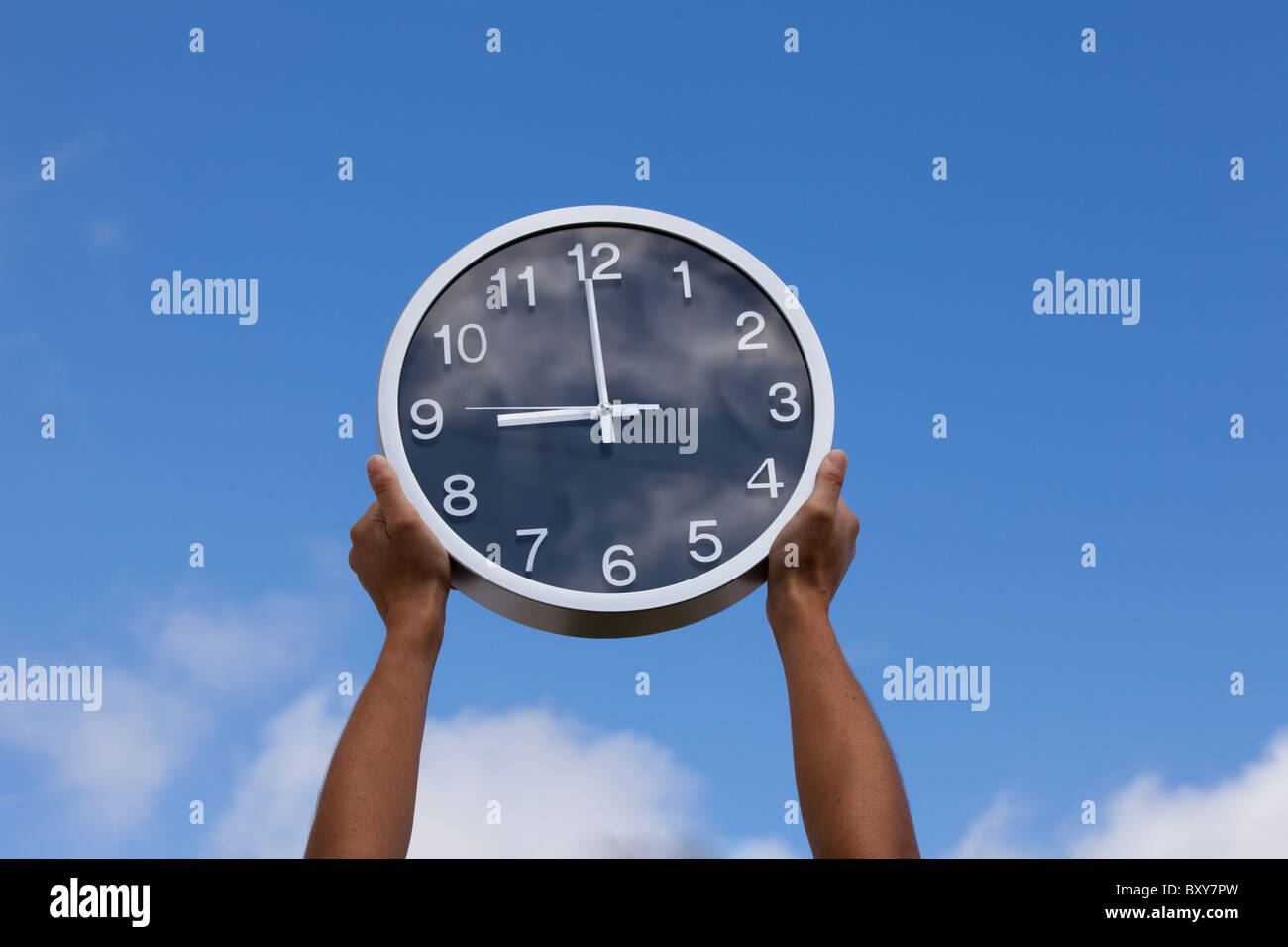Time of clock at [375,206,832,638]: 8:59
